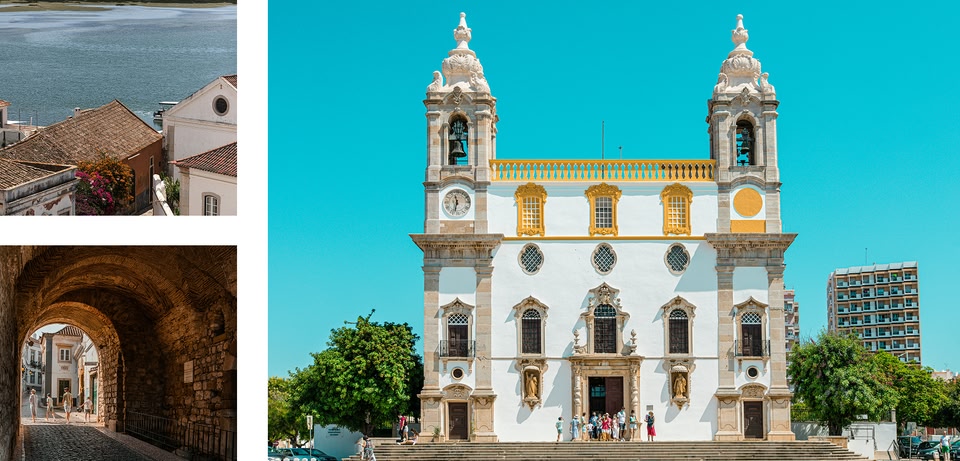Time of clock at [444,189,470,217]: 11:32
